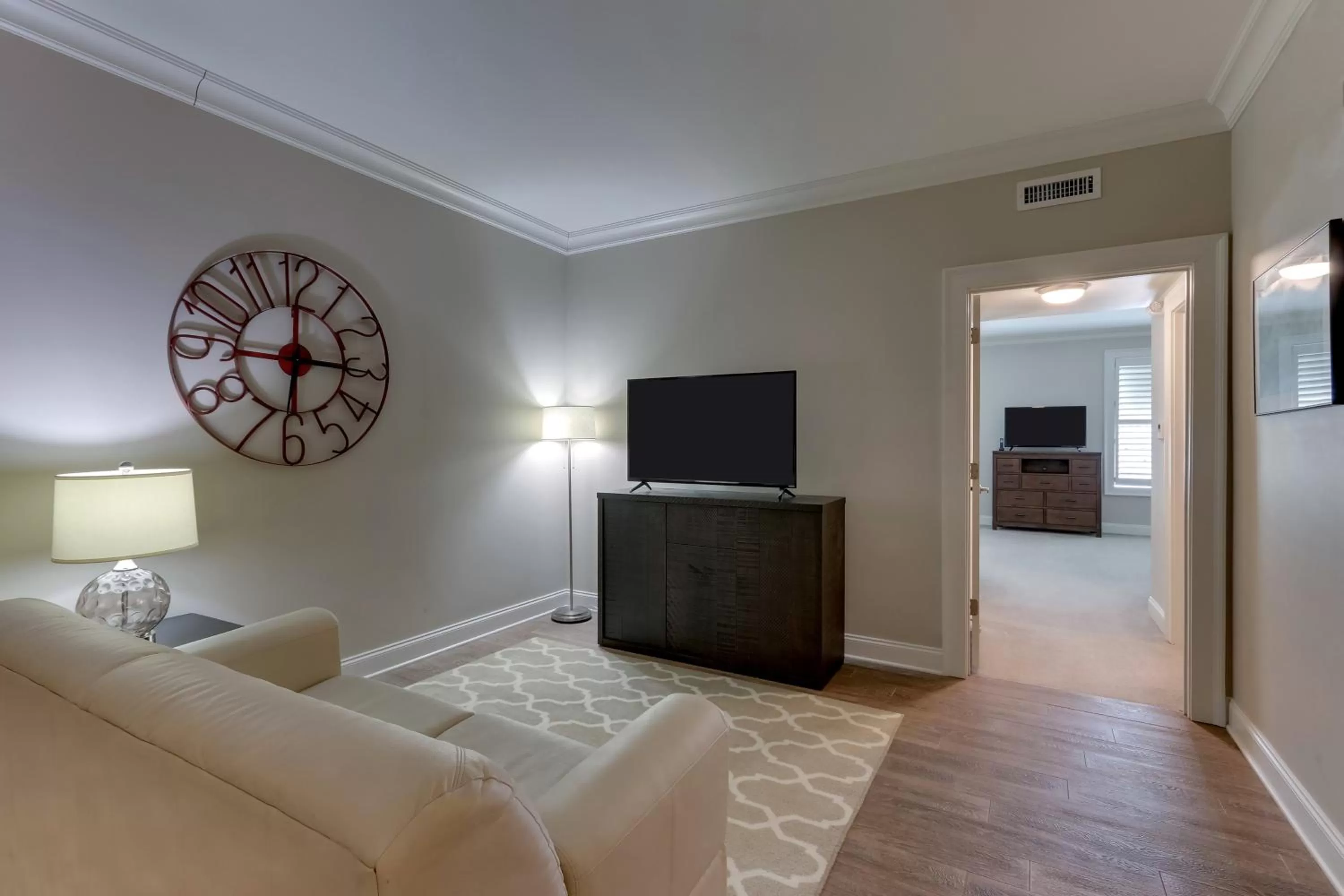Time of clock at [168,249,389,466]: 6:15
